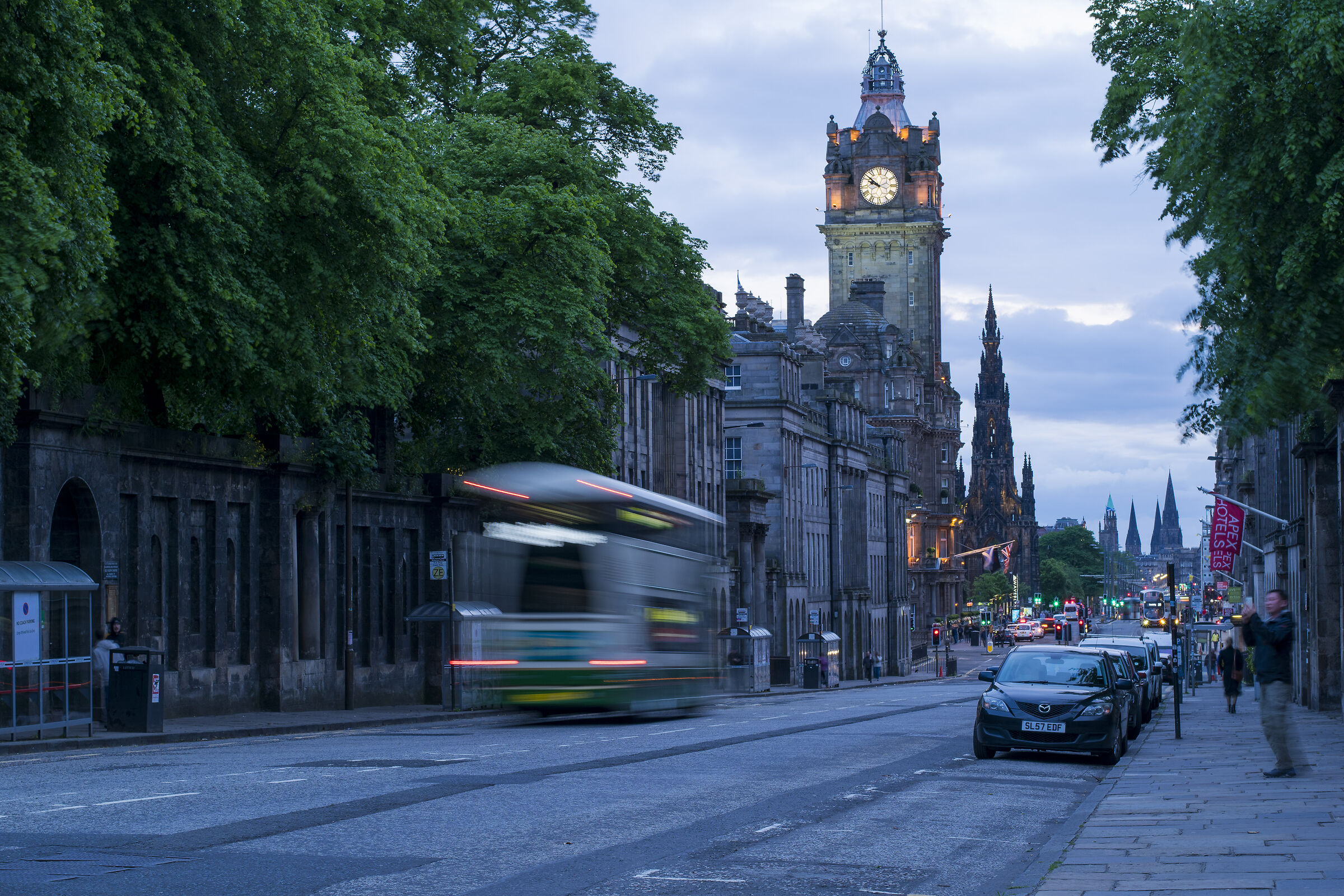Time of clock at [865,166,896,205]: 9:51
